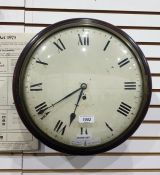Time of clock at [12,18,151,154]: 6:39
